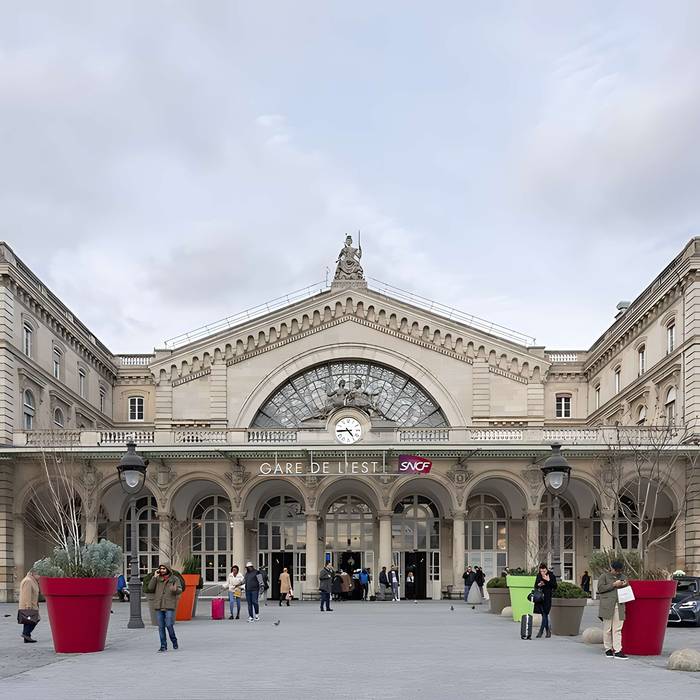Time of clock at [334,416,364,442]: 4:44
